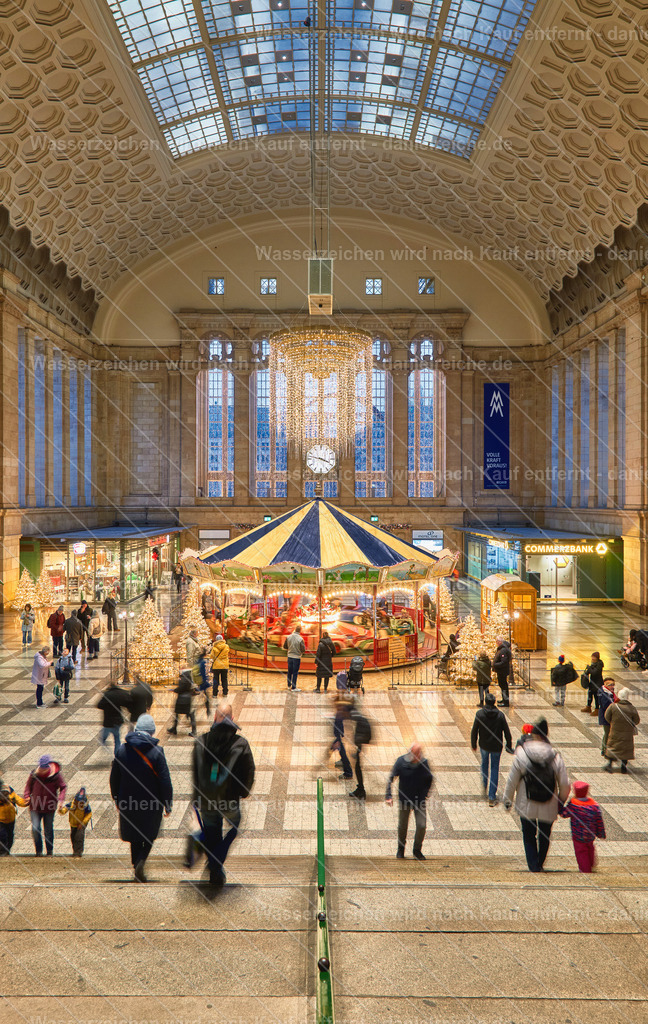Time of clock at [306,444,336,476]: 3:47
